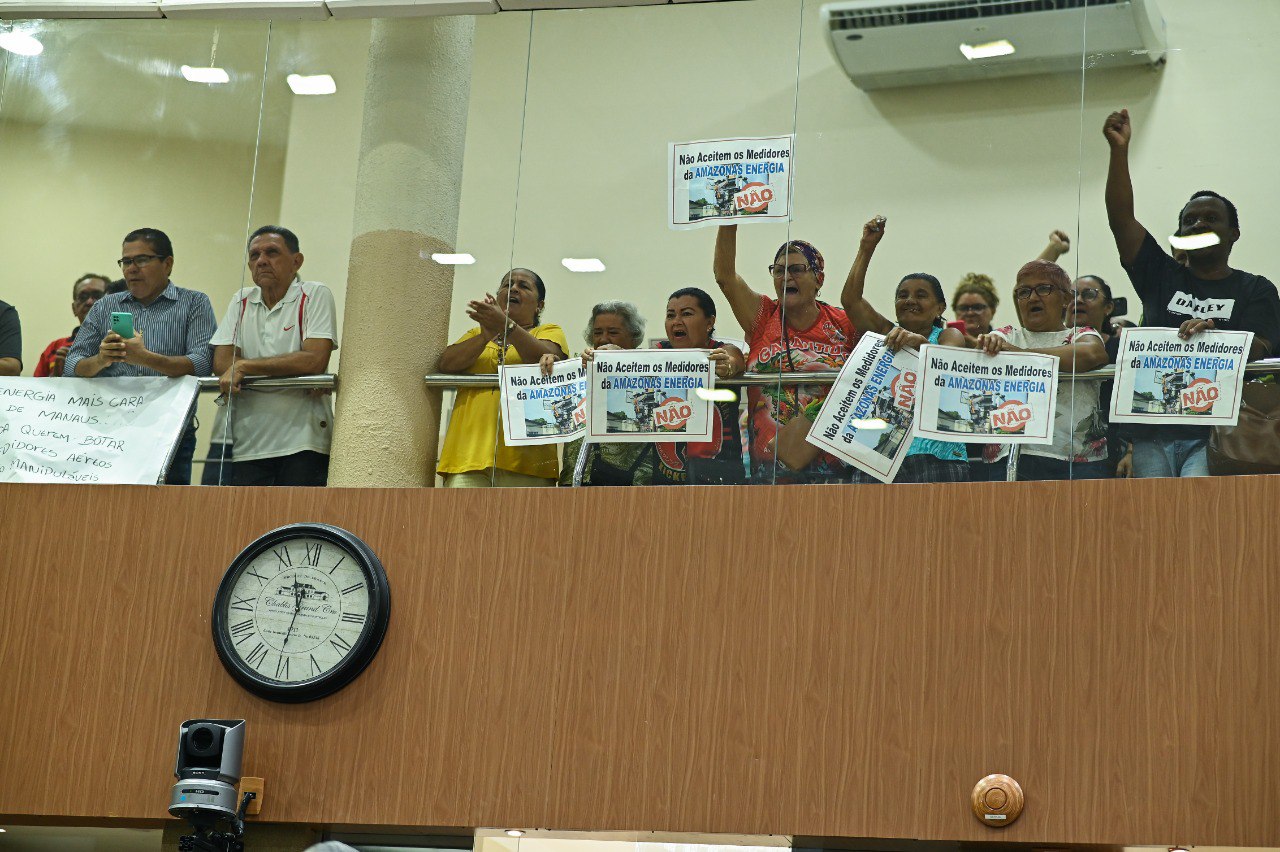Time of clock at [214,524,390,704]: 11:30
